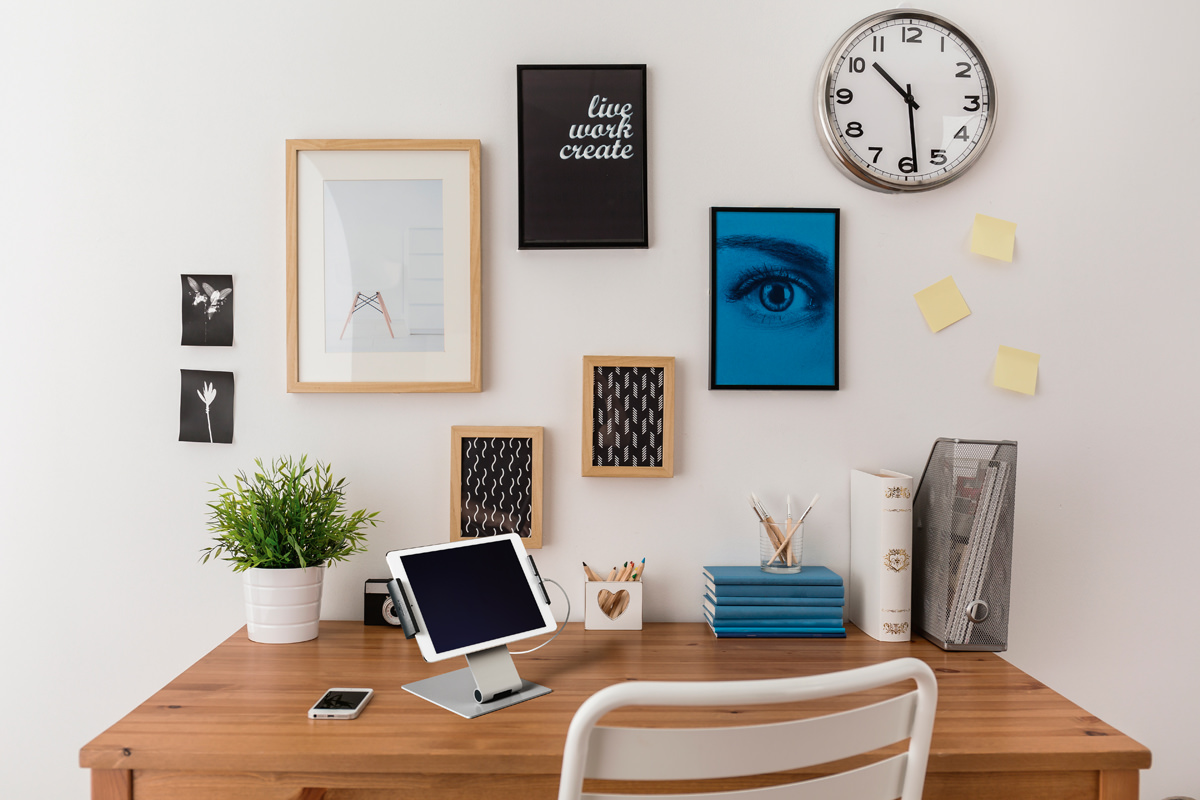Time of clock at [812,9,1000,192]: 10:28
